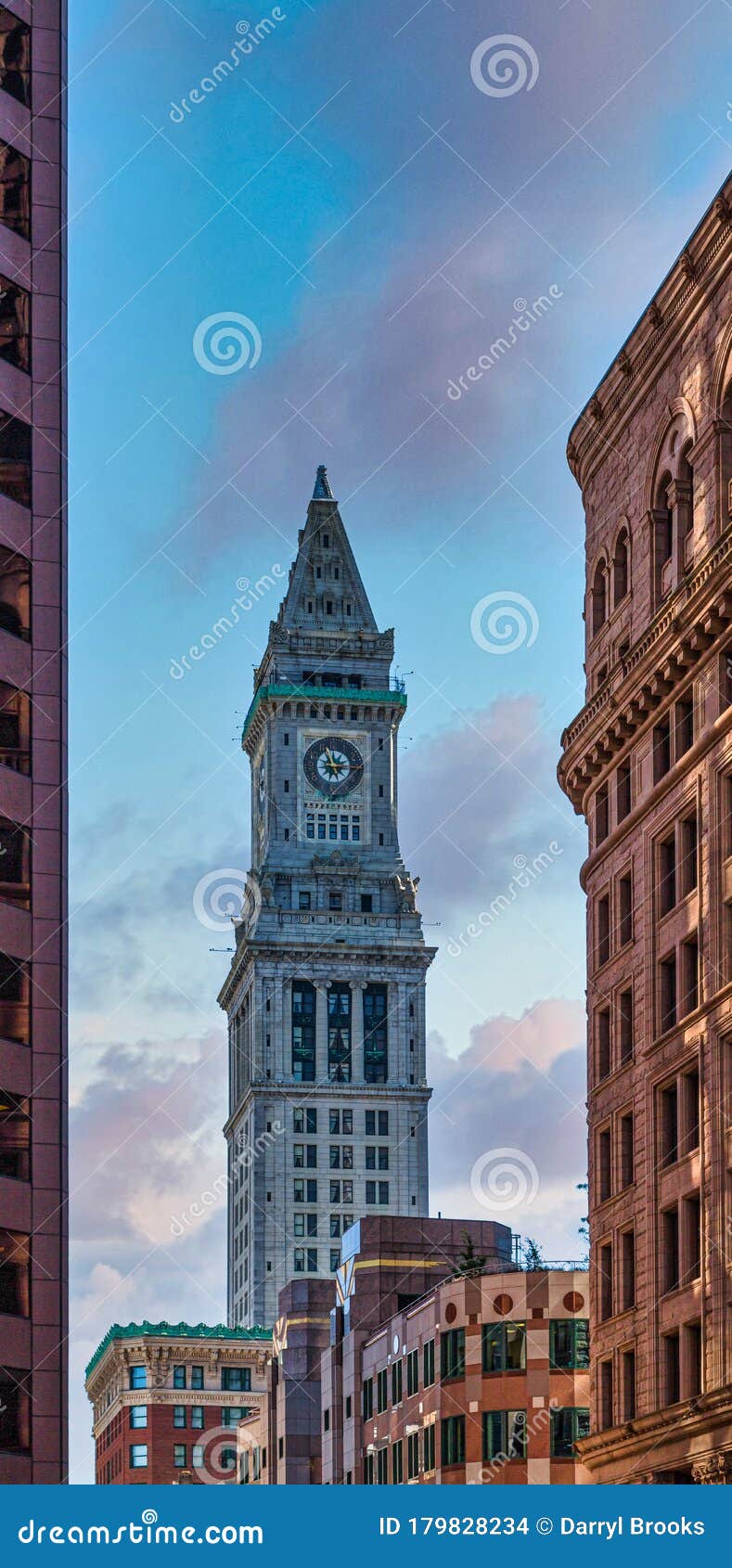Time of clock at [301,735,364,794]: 11:14
